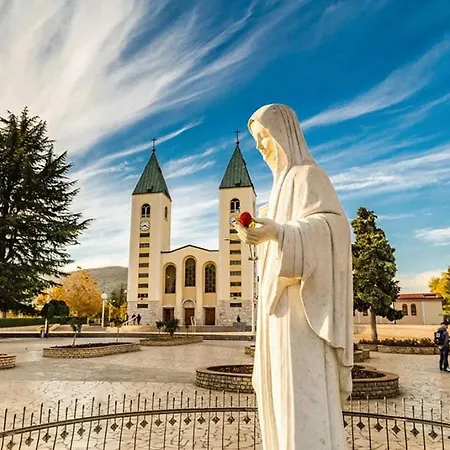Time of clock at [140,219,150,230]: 8:21
